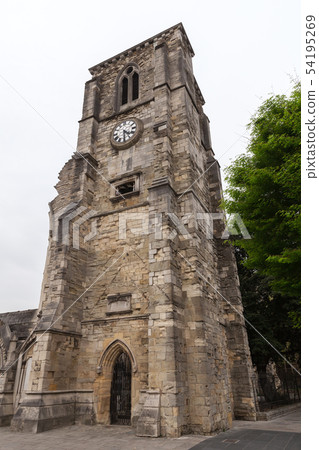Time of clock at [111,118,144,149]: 4:29
